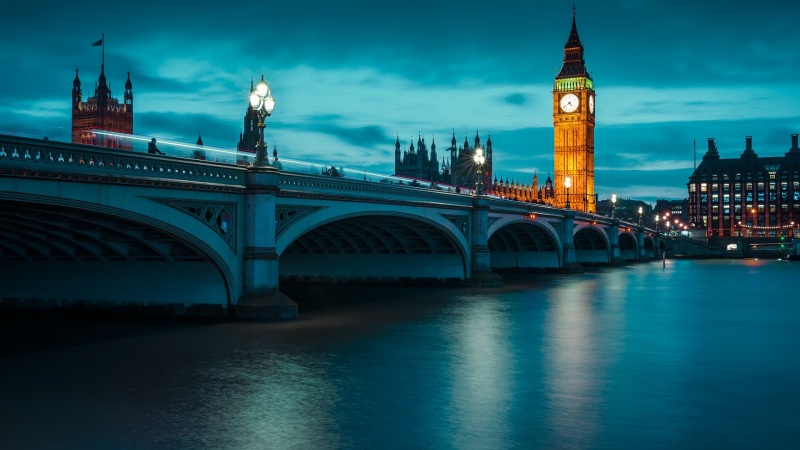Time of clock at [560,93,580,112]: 4:39
